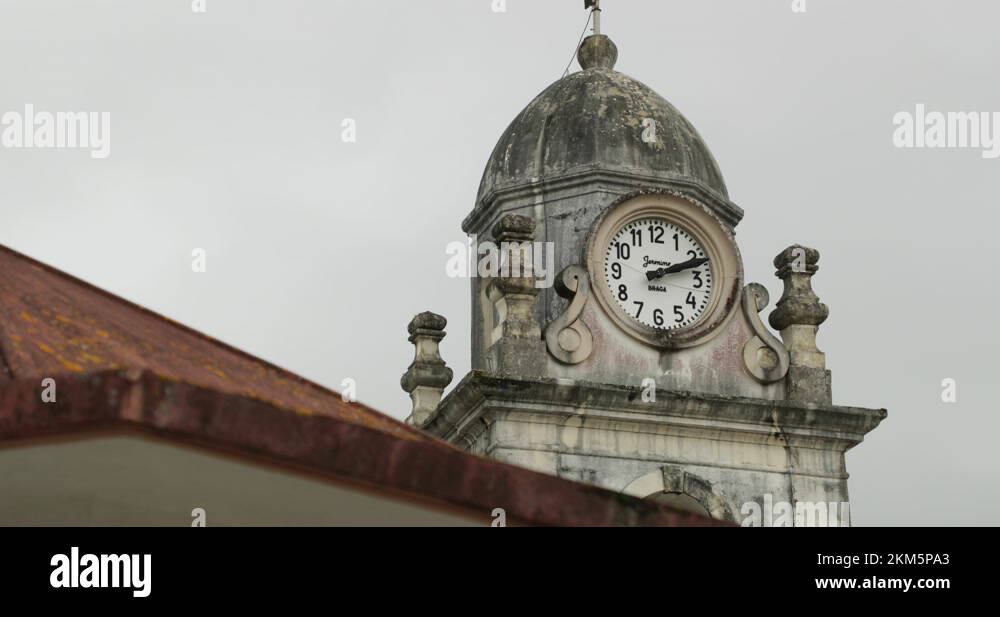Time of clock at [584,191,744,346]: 2:11
